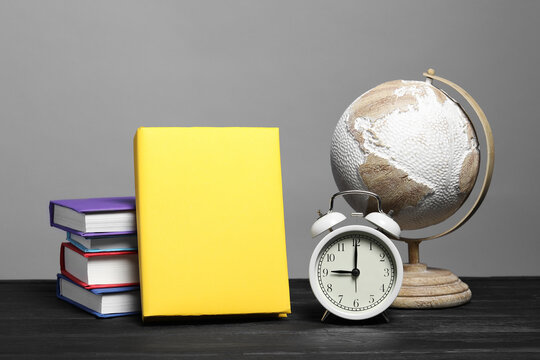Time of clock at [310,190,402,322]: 9:00
